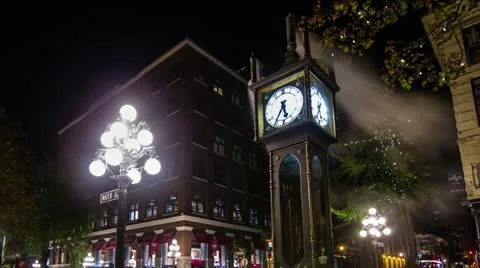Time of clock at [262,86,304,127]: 5:35
